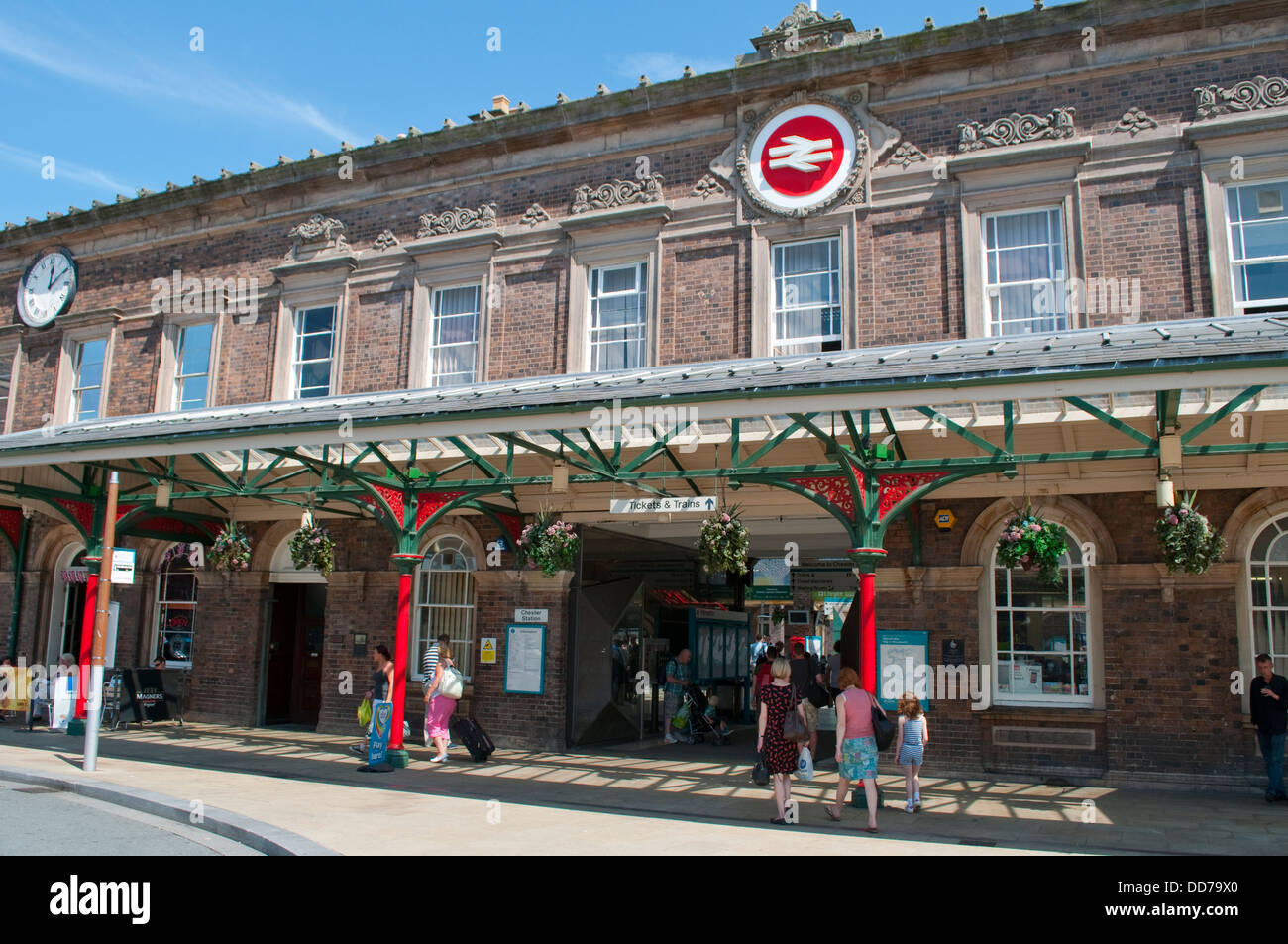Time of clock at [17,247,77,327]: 12:09
